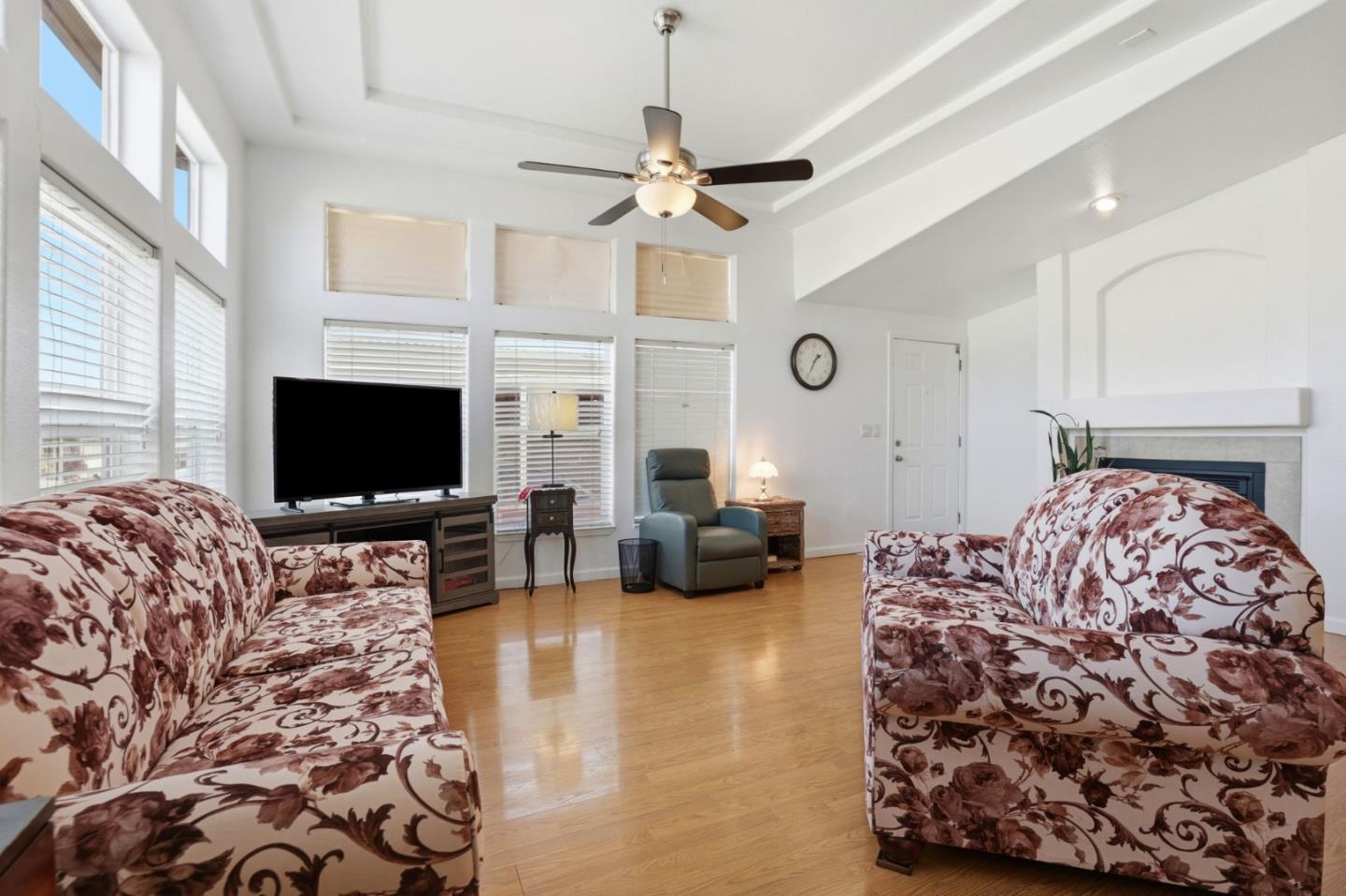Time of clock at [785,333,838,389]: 1:34
